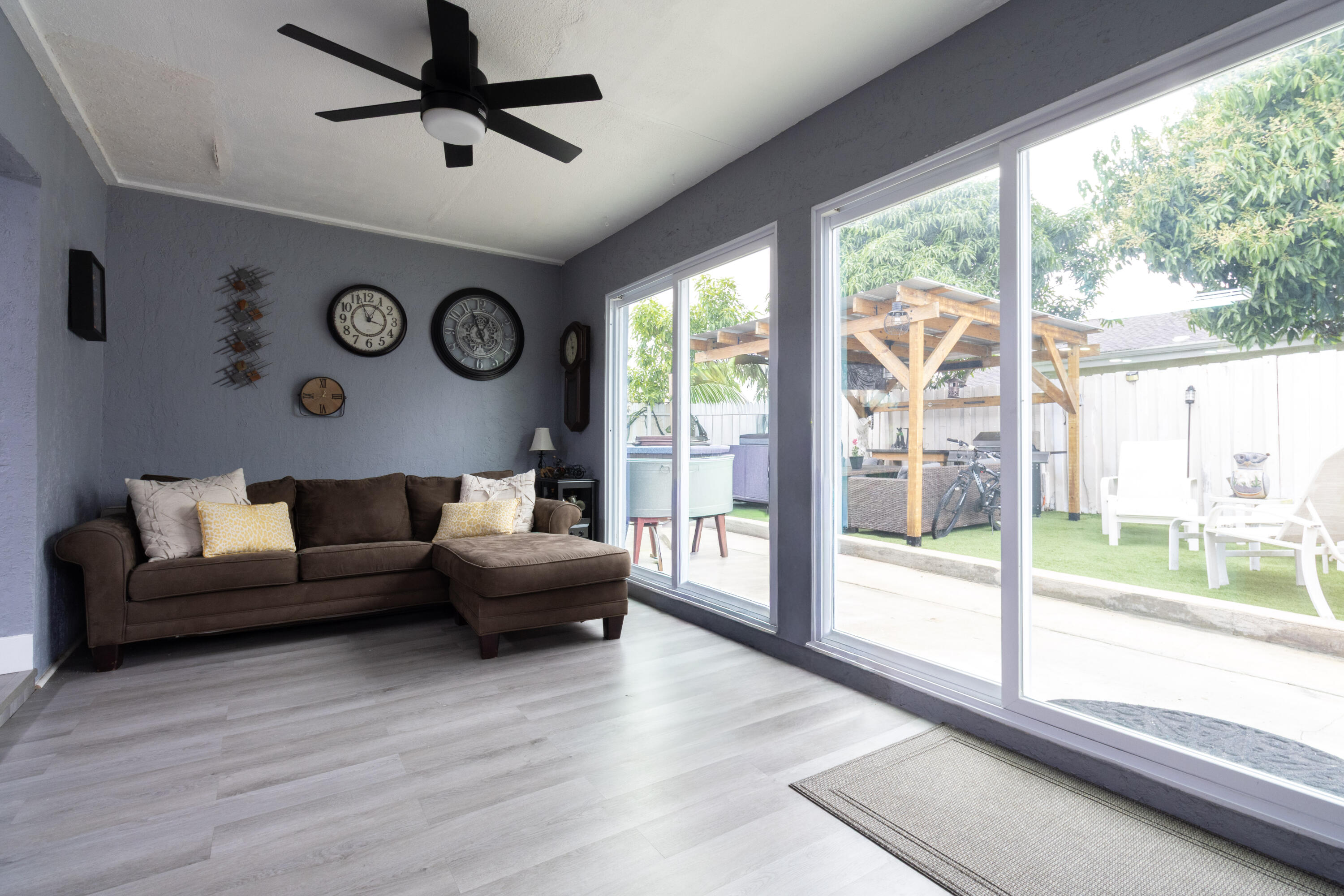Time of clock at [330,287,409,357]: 12:57
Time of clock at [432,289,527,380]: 12:56
